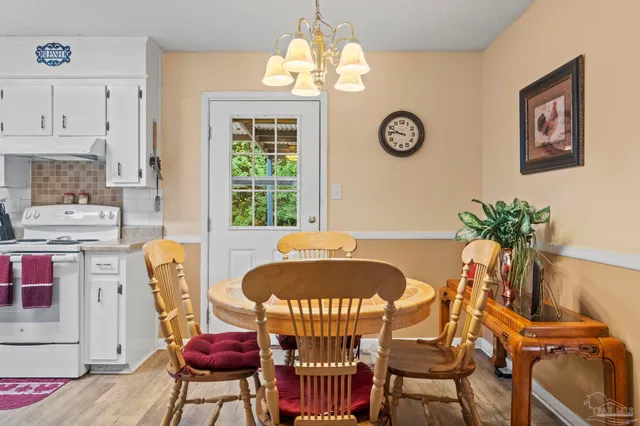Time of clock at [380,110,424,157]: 9:45
